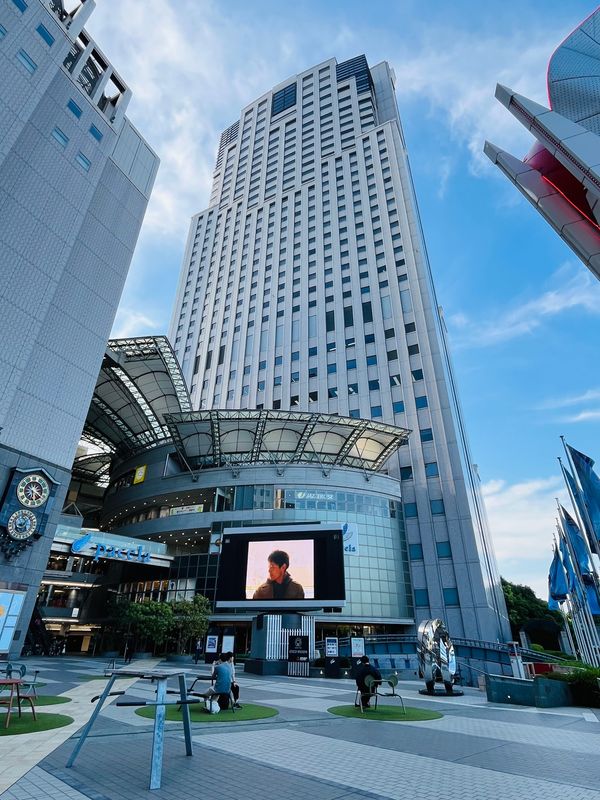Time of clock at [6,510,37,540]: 8:07
